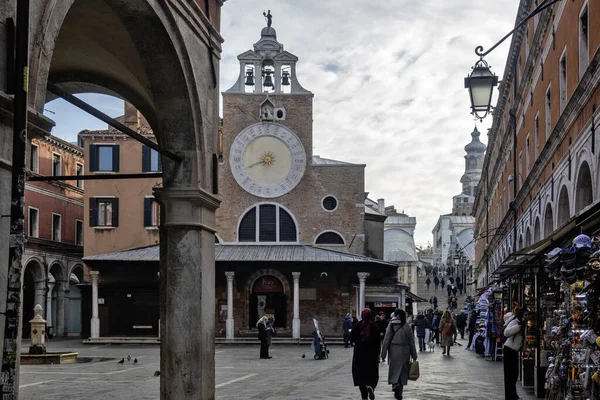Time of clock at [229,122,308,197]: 8:41
